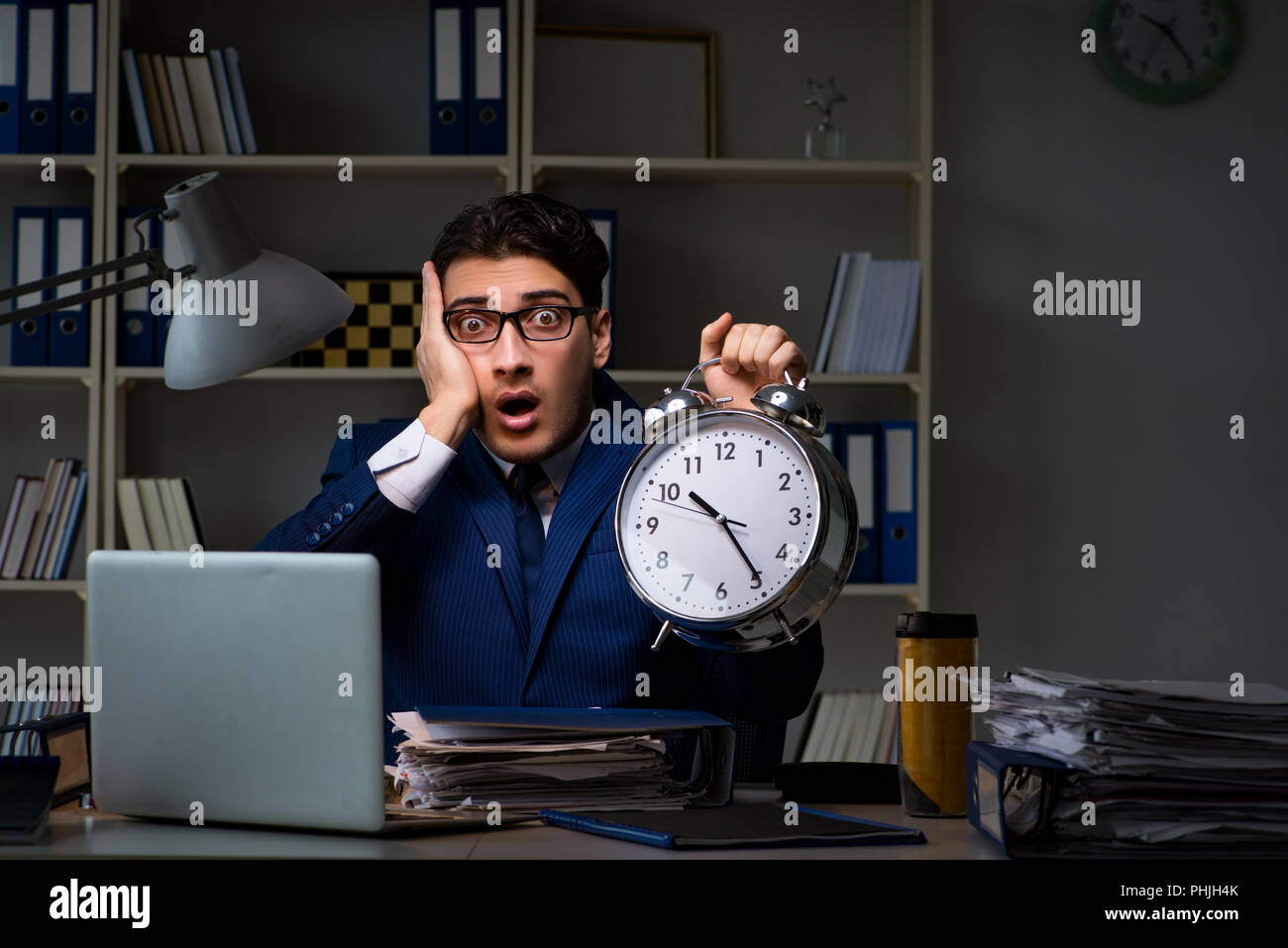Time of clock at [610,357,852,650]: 10:24
